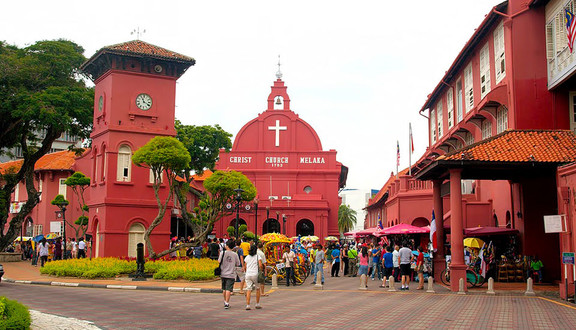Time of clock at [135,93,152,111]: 11:19
